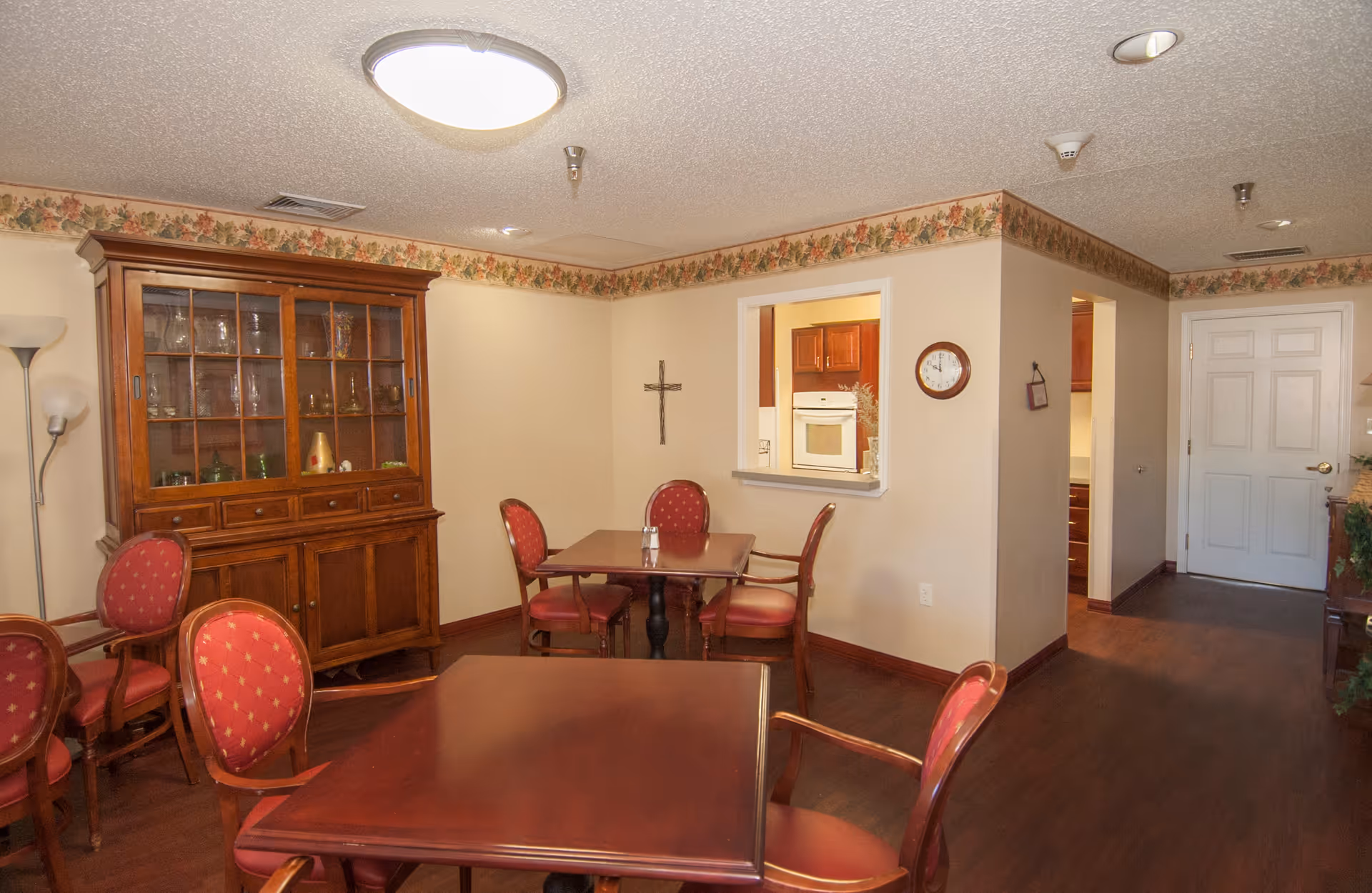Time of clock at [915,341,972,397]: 9:59
